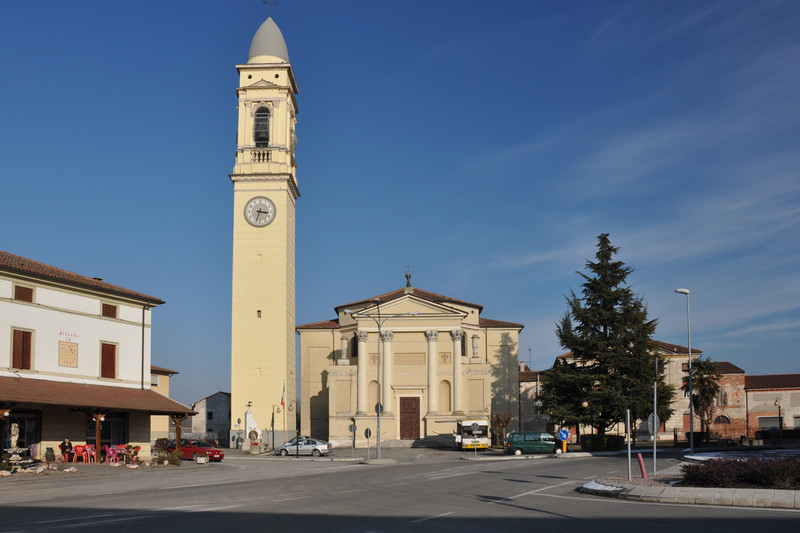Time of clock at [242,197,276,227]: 3:33
